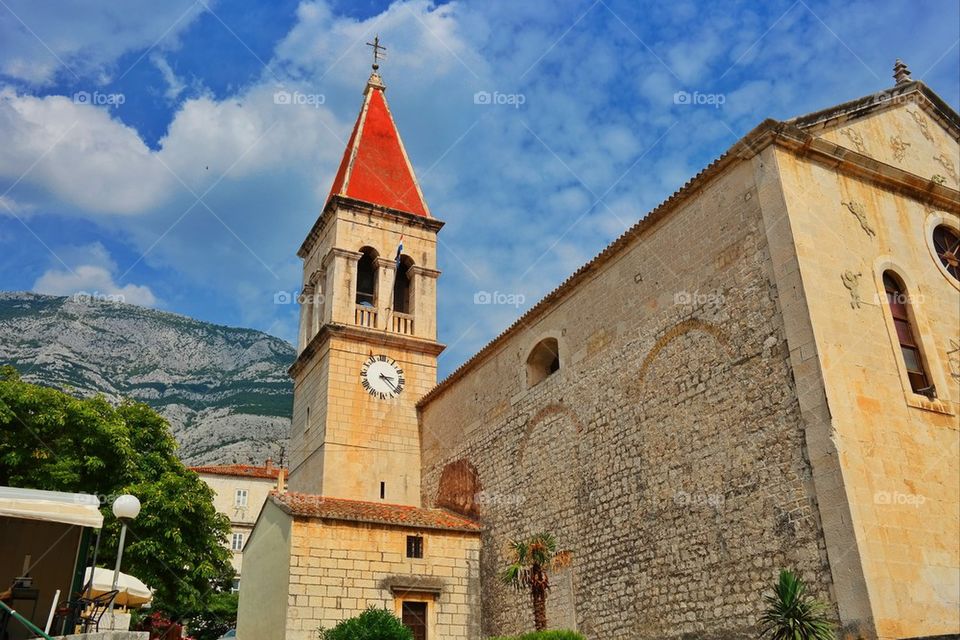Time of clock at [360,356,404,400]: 3:22
